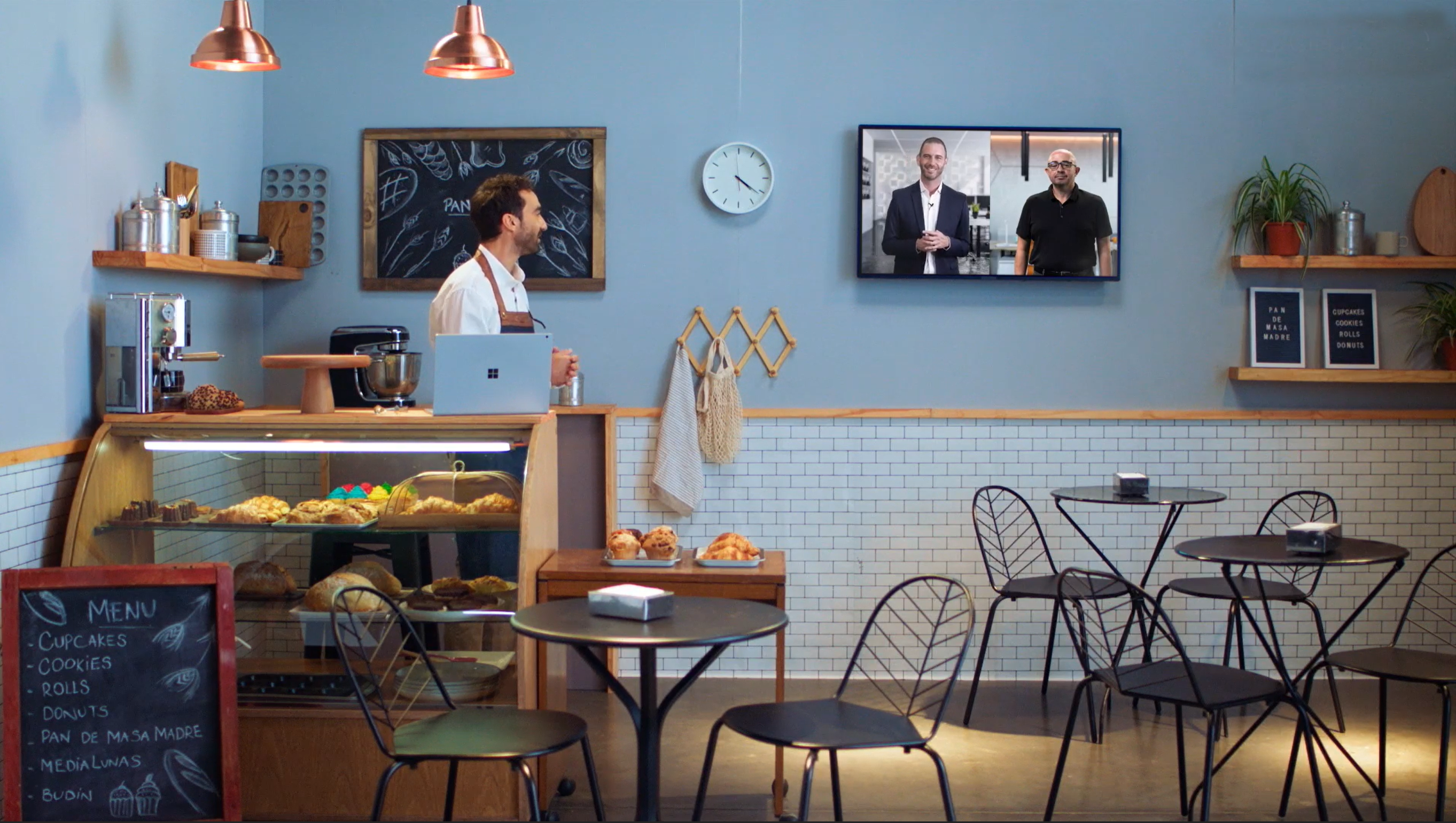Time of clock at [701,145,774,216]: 4:21
